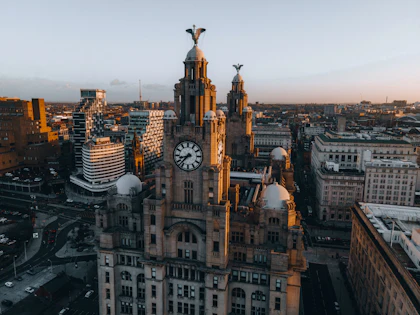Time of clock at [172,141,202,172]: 8:37
